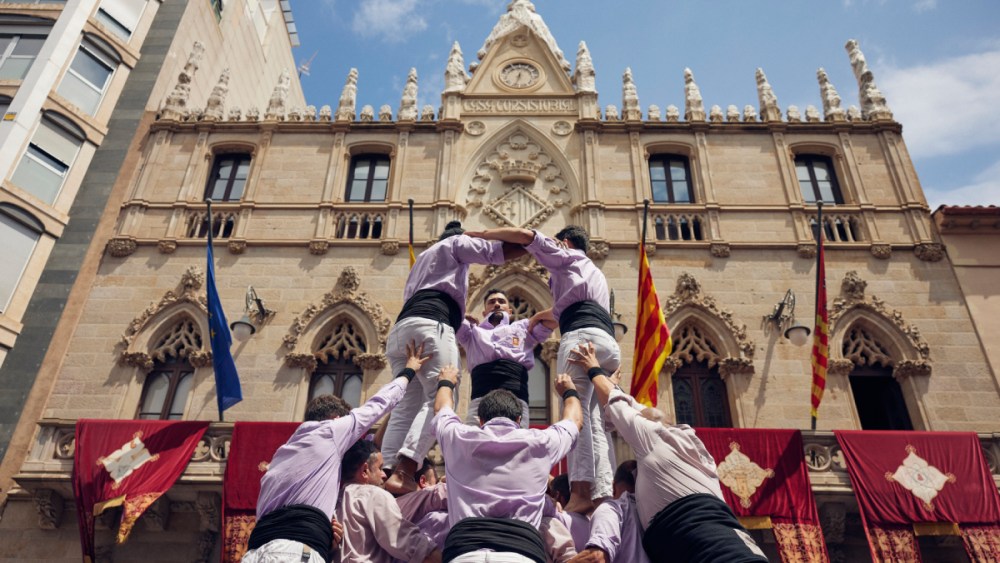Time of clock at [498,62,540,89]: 12:32
